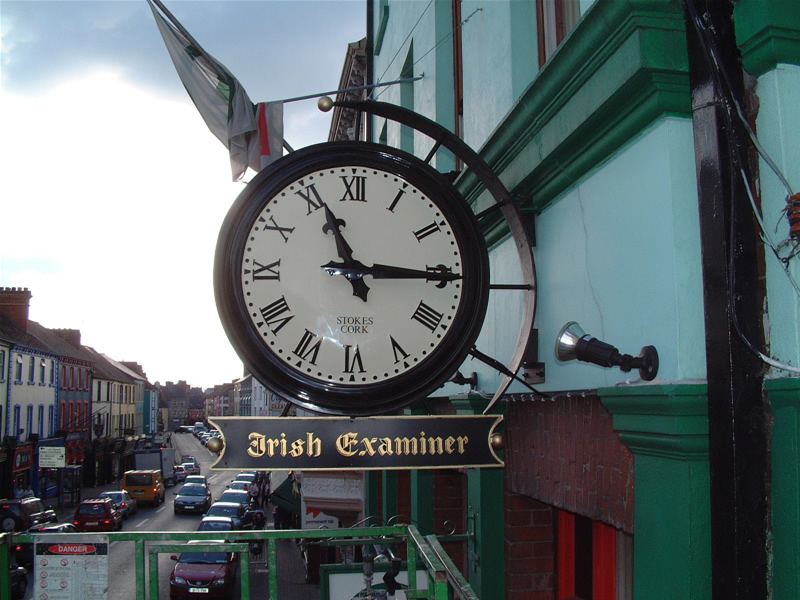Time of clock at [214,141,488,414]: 11:15
